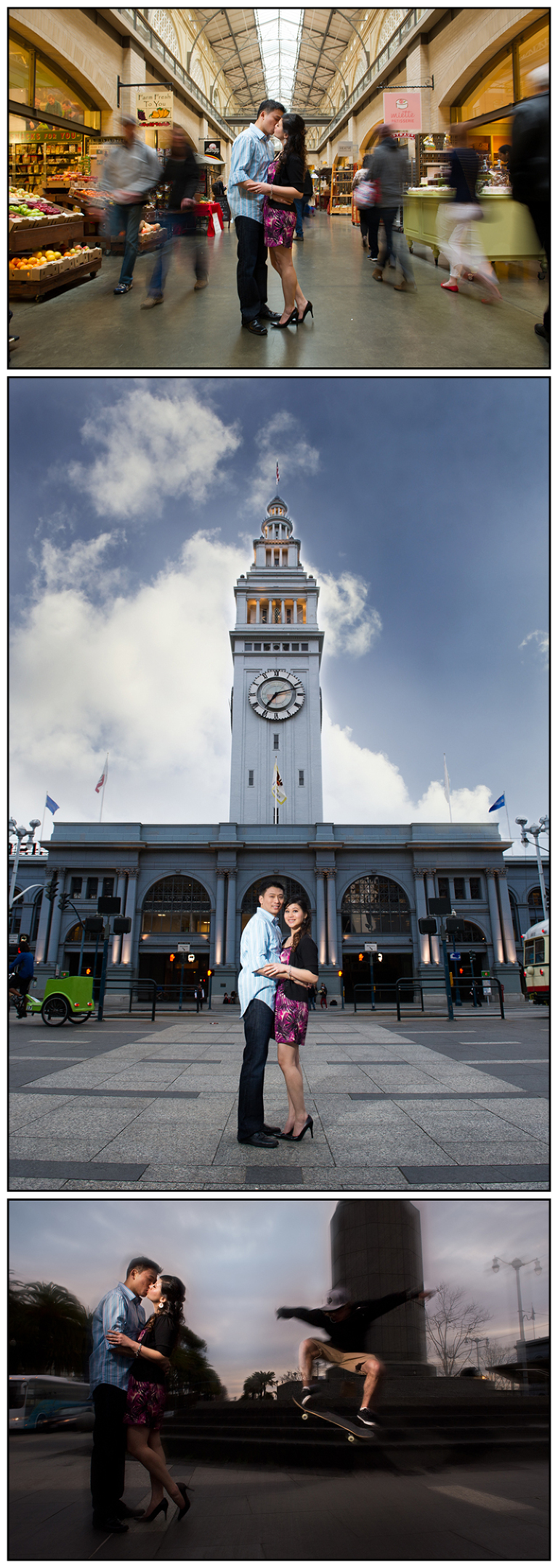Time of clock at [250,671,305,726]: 7:12
